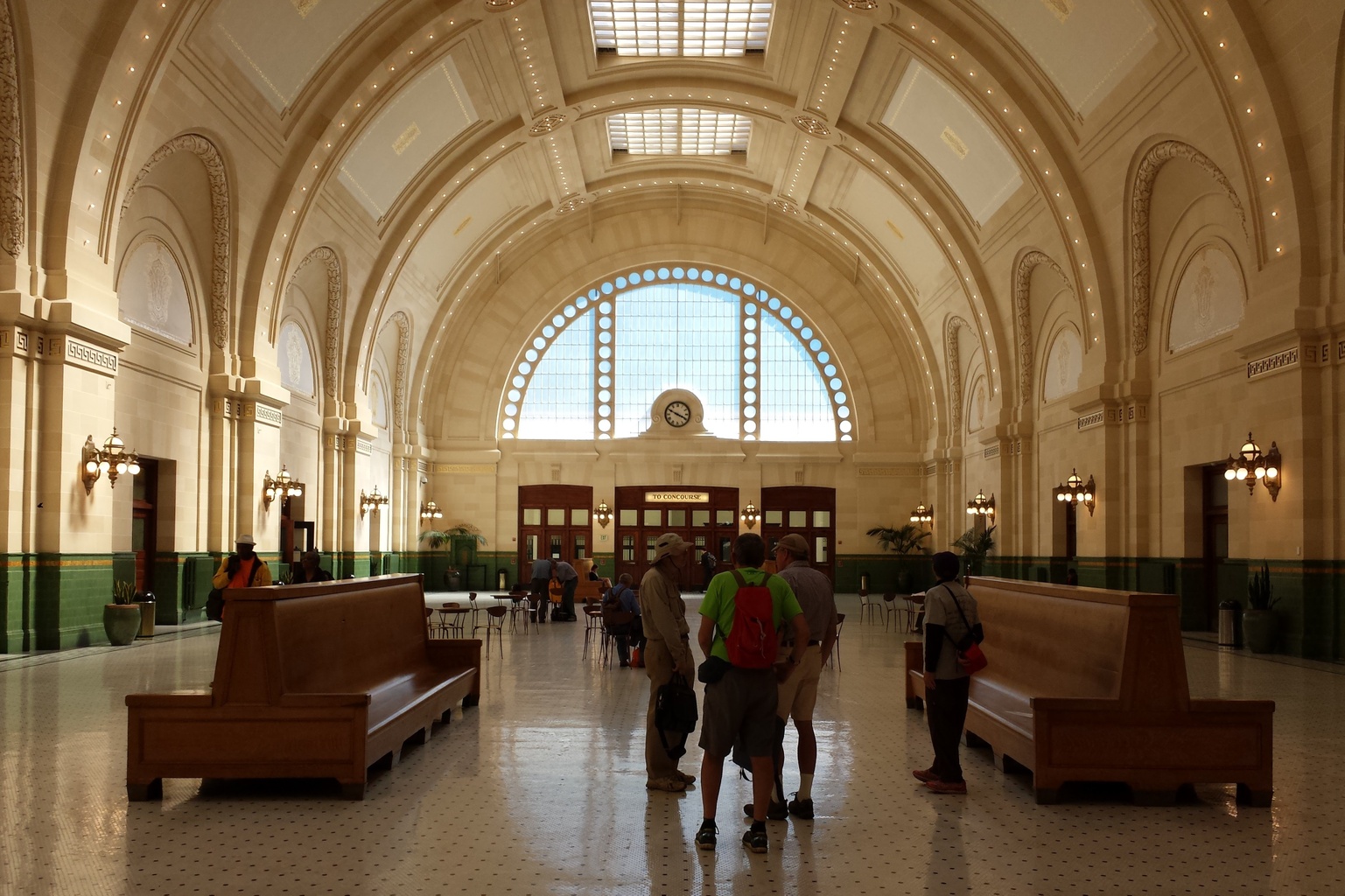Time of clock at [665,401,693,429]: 3:49
